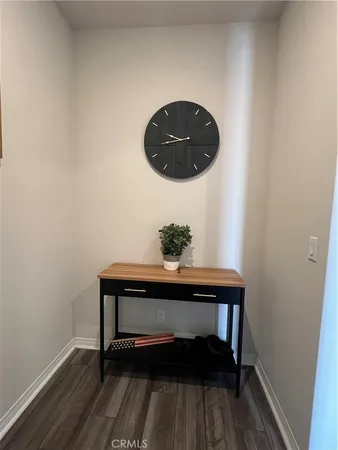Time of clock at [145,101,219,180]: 9:43
